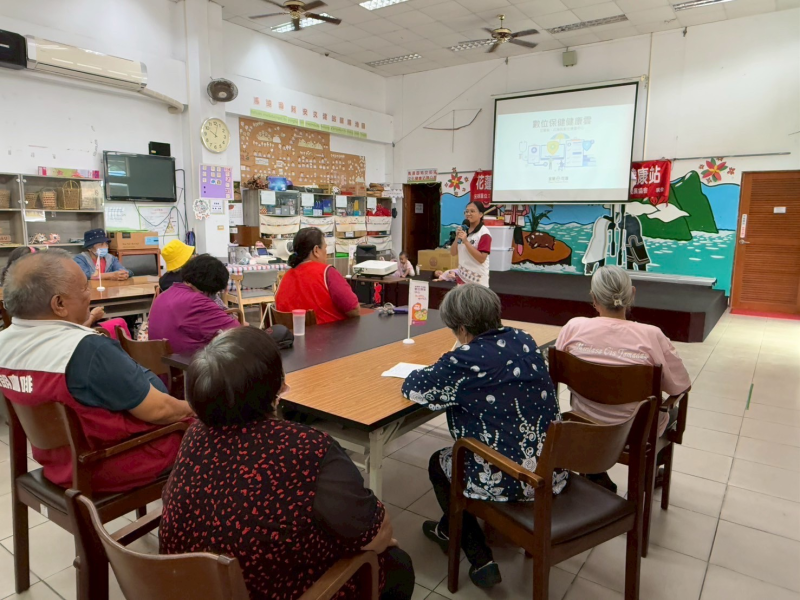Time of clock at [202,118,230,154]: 10:02
